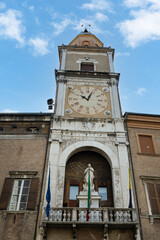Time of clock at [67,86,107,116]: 10:03
